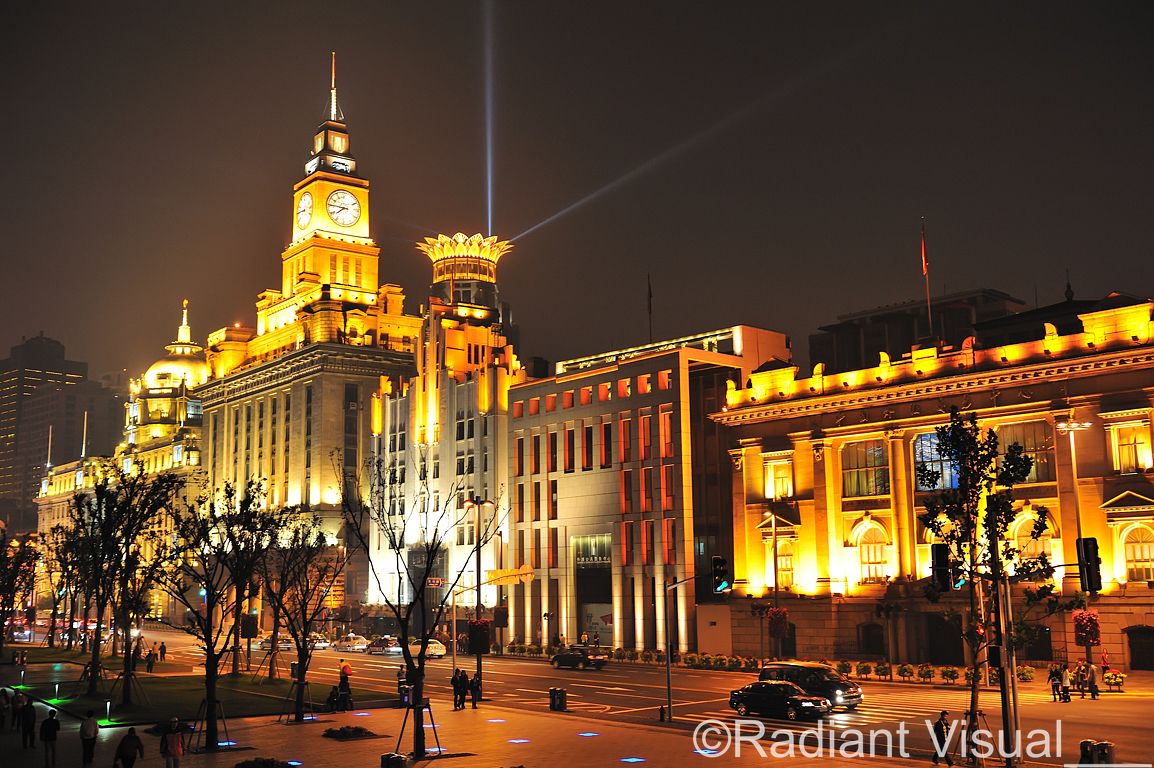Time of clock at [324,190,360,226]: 7:45
